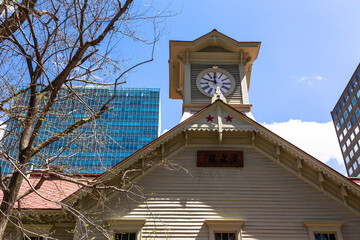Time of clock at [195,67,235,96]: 11:48
